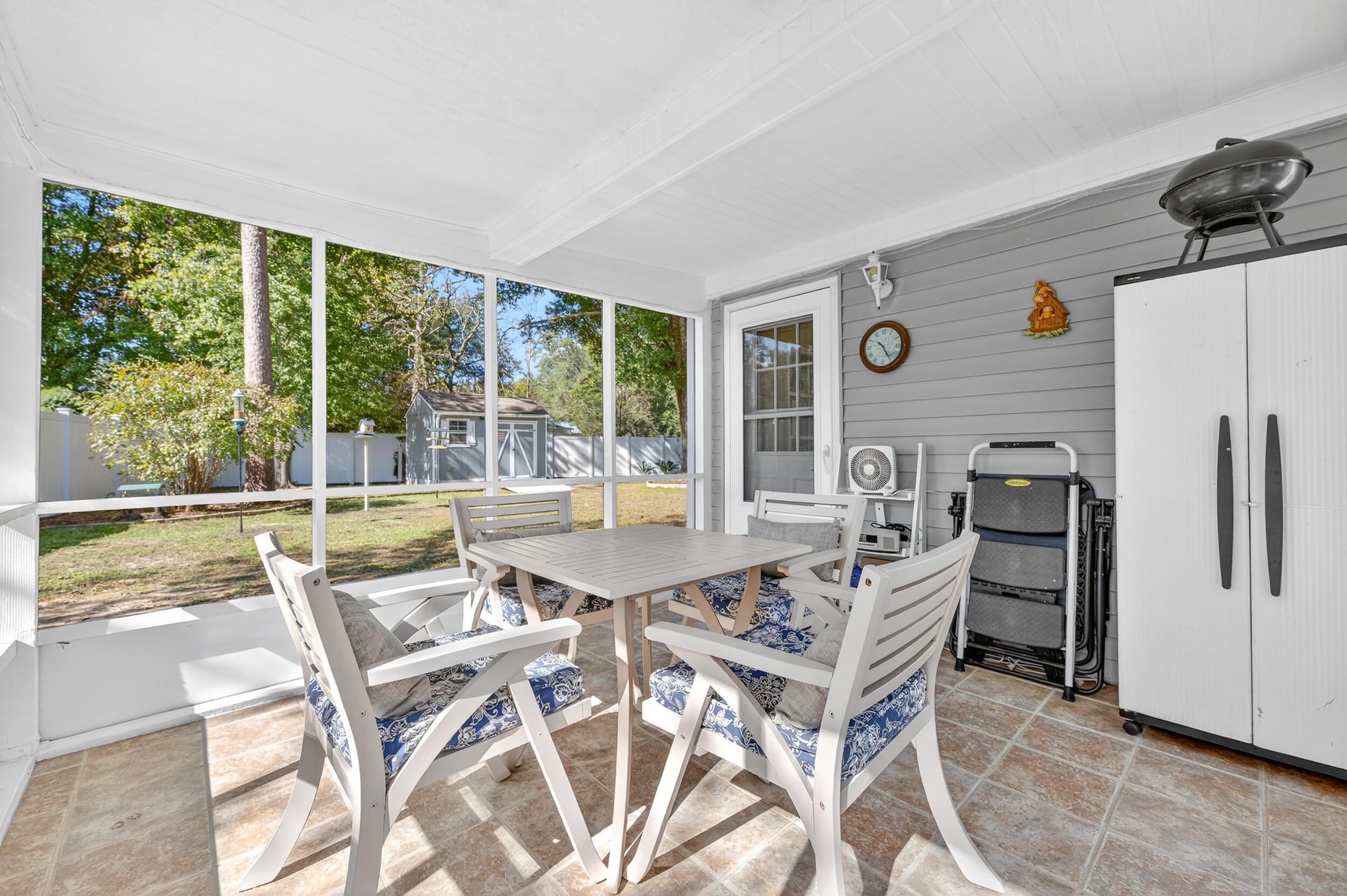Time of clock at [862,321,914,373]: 10:24
